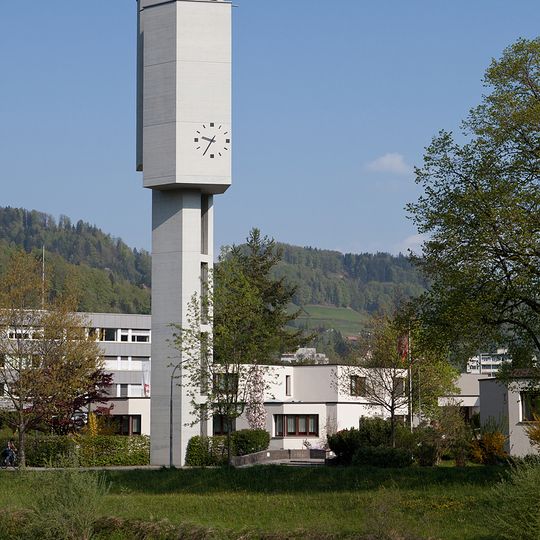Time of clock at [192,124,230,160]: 9:35
